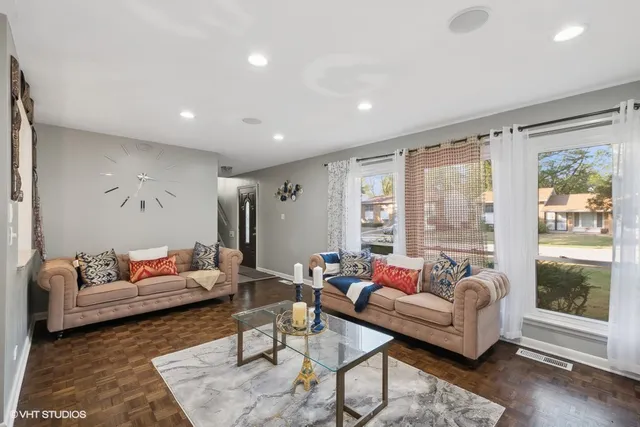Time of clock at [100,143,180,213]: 3:32
